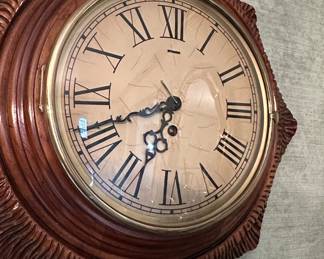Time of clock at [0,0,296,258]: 6:41
